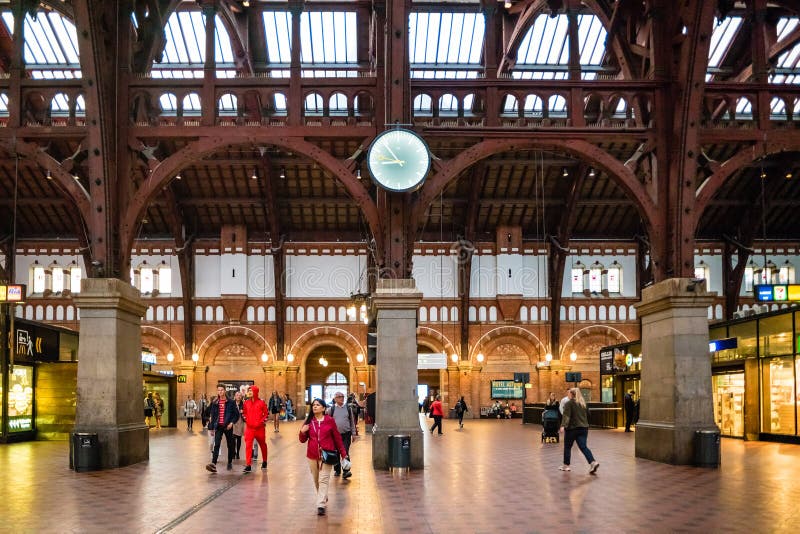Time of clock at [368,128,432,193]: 8:53
